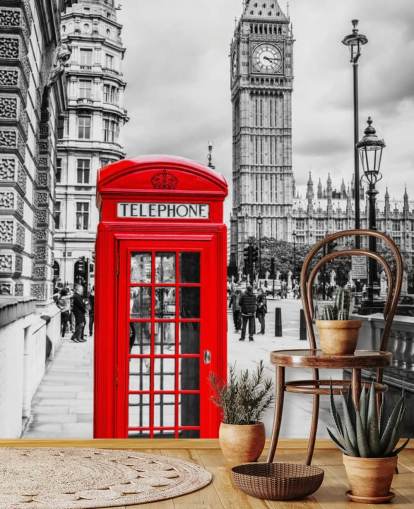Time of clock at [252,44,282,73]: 4:15
